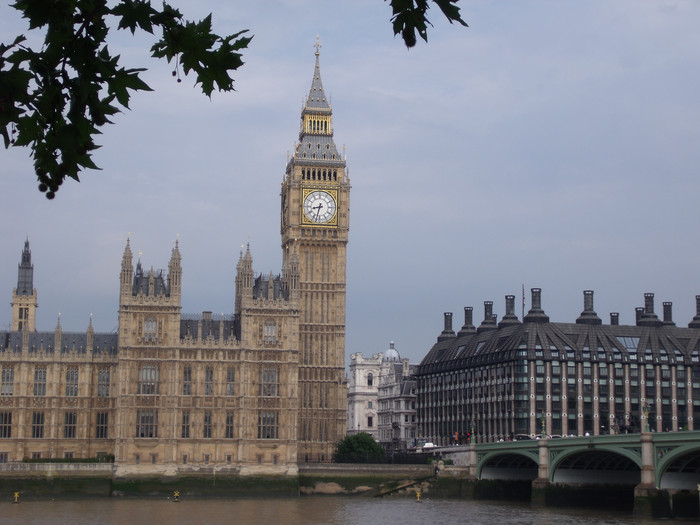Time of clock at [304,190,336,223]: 8:32
